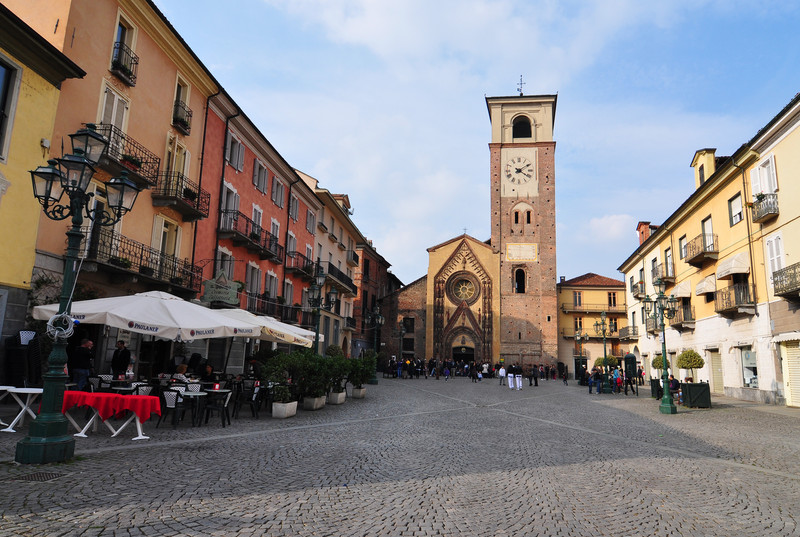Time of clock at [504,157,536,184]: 4:09
